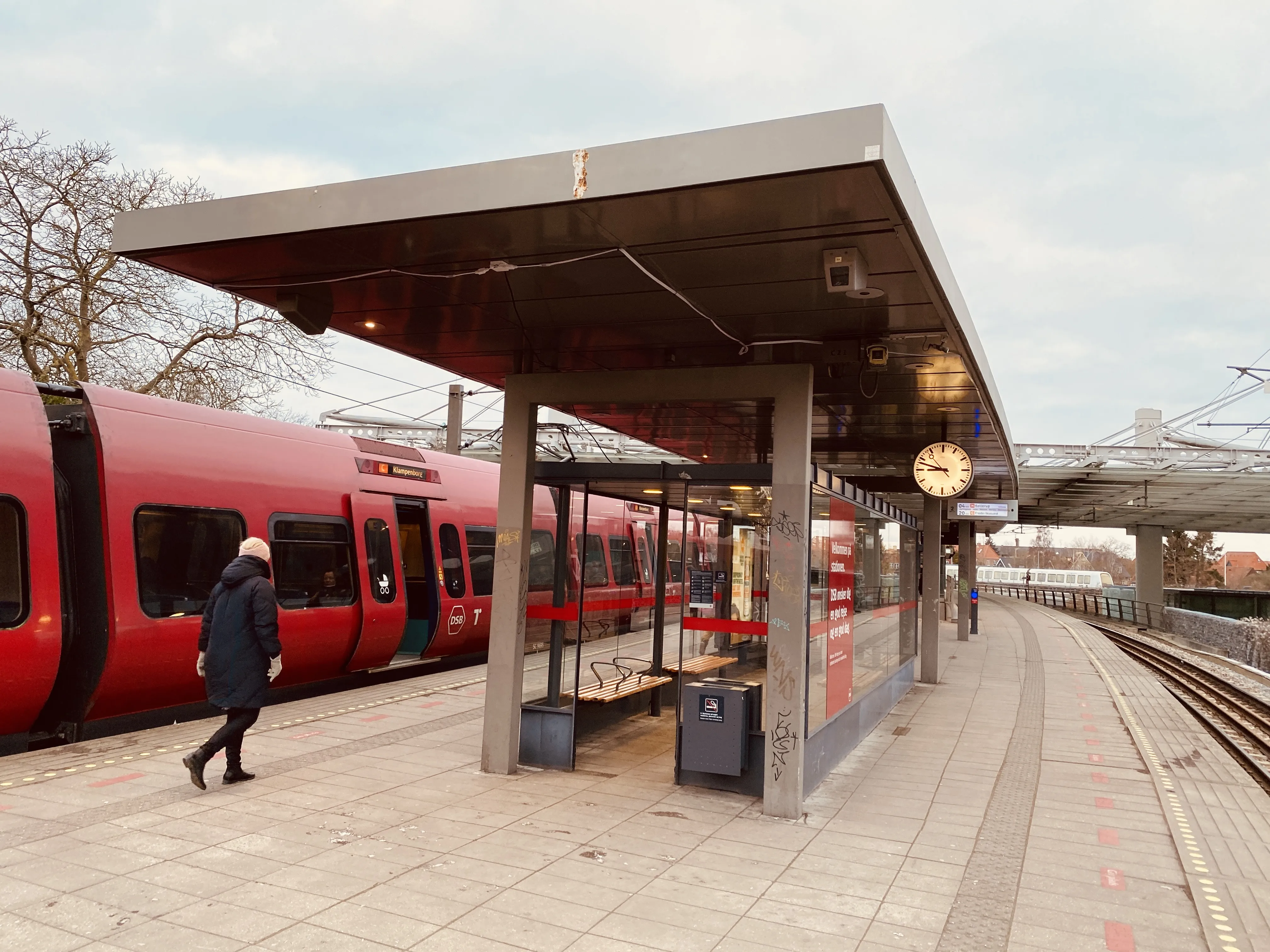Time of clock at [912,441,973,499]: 8:48
